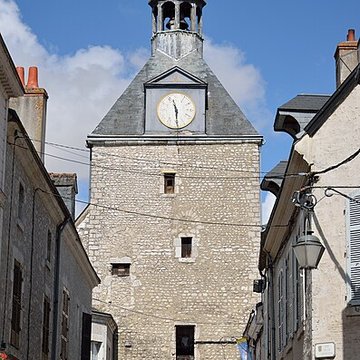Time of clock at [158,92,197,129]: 11:29
